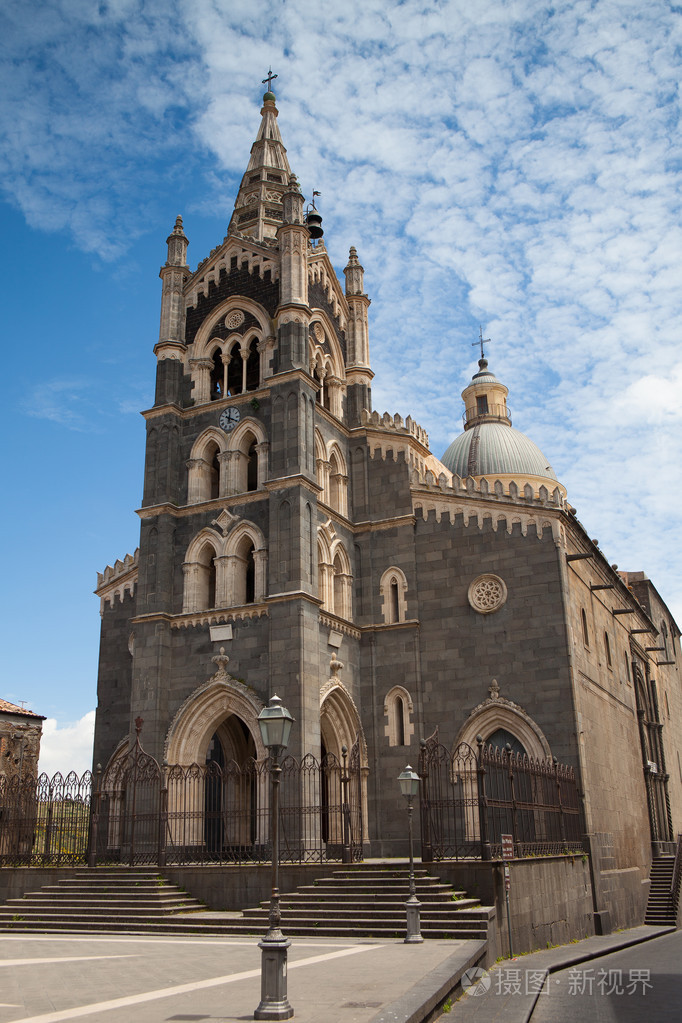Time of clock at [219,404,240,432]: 12:19
